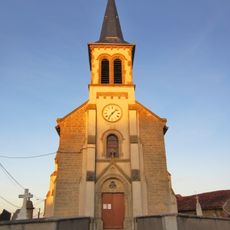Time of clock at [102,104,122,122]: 7:07
